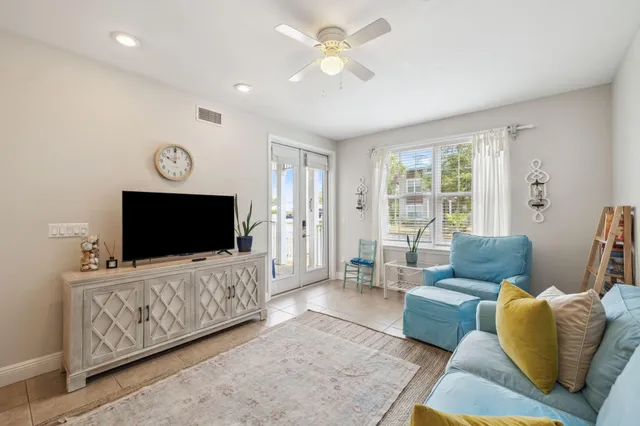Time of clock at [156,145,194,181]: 10:00
